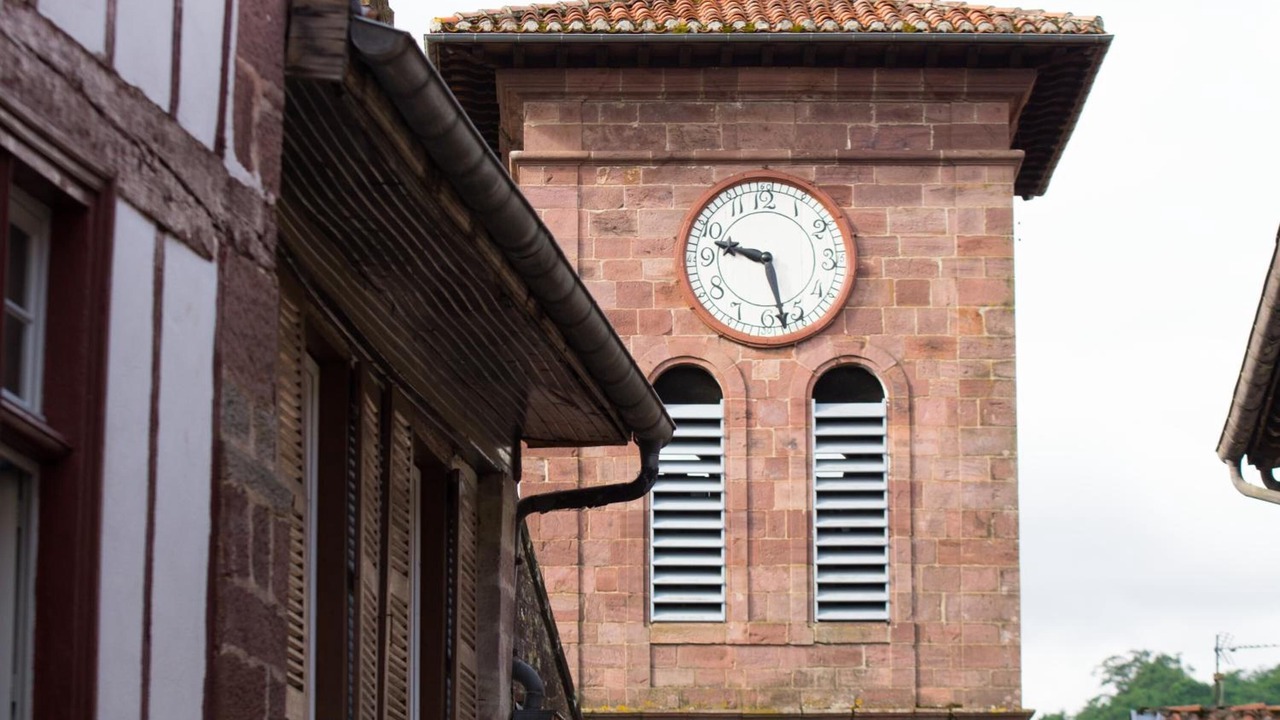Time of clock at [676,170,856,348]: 9:27
